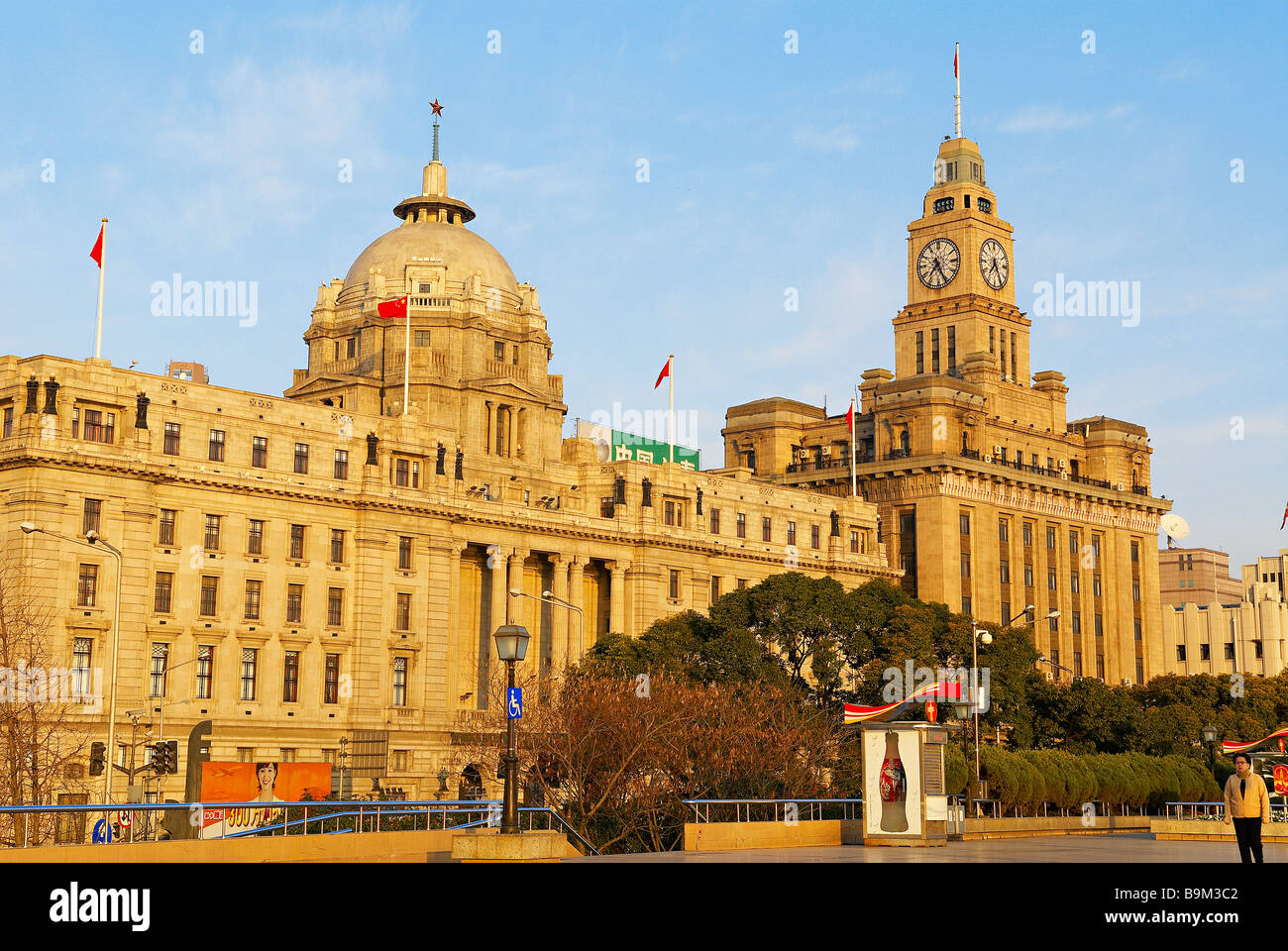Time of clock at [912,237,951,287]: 7:25
